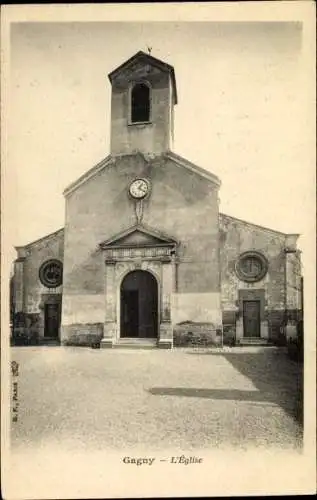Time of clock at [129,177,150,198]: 1:20
